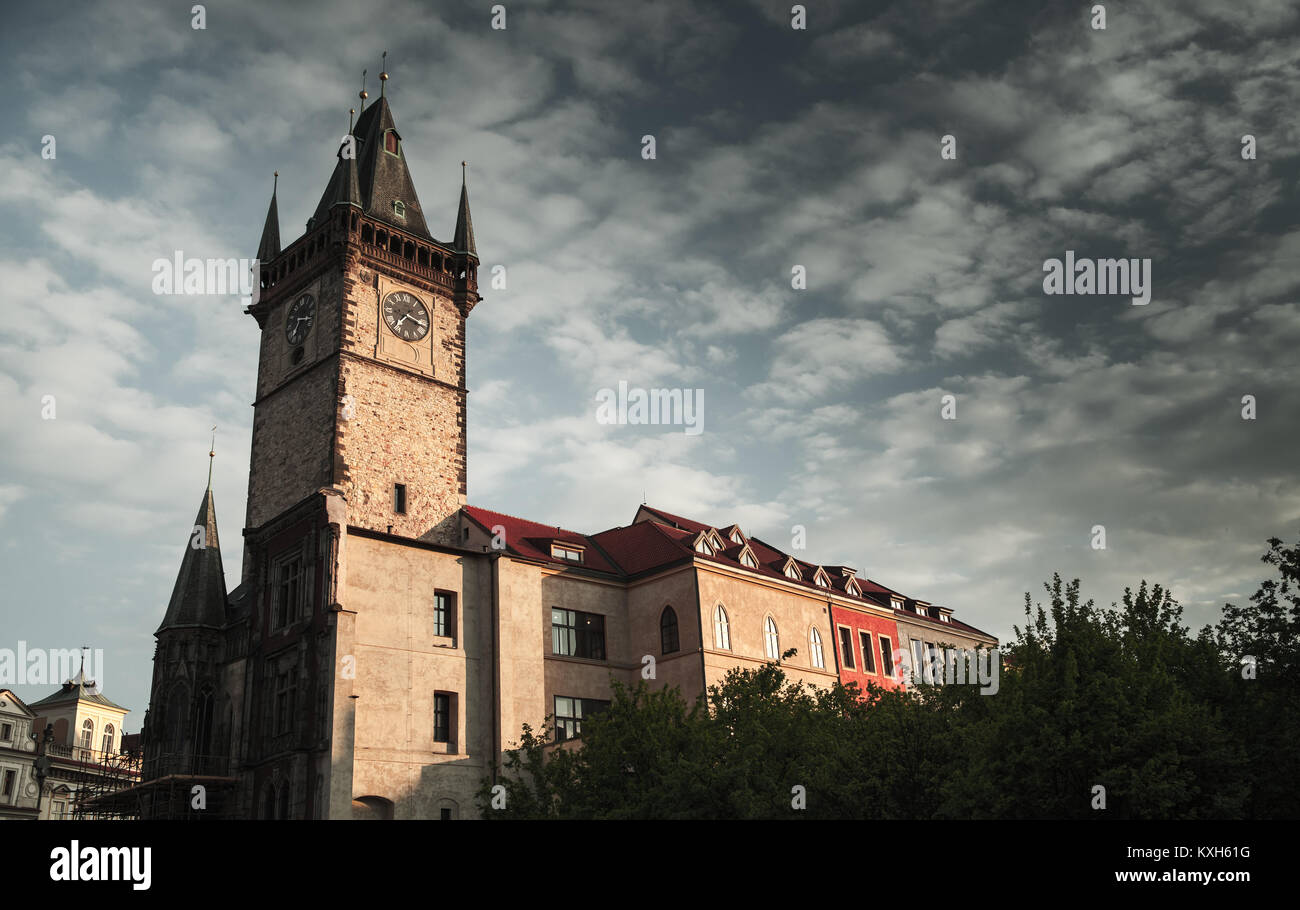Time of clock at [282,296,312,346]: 7:15
